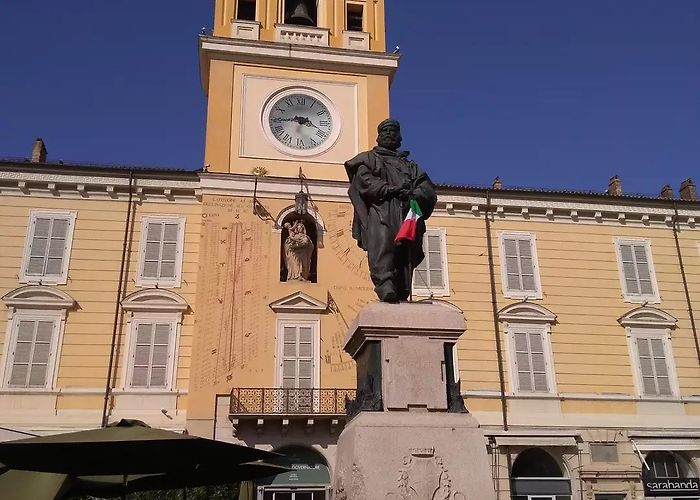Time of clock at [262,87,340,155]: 3:43
